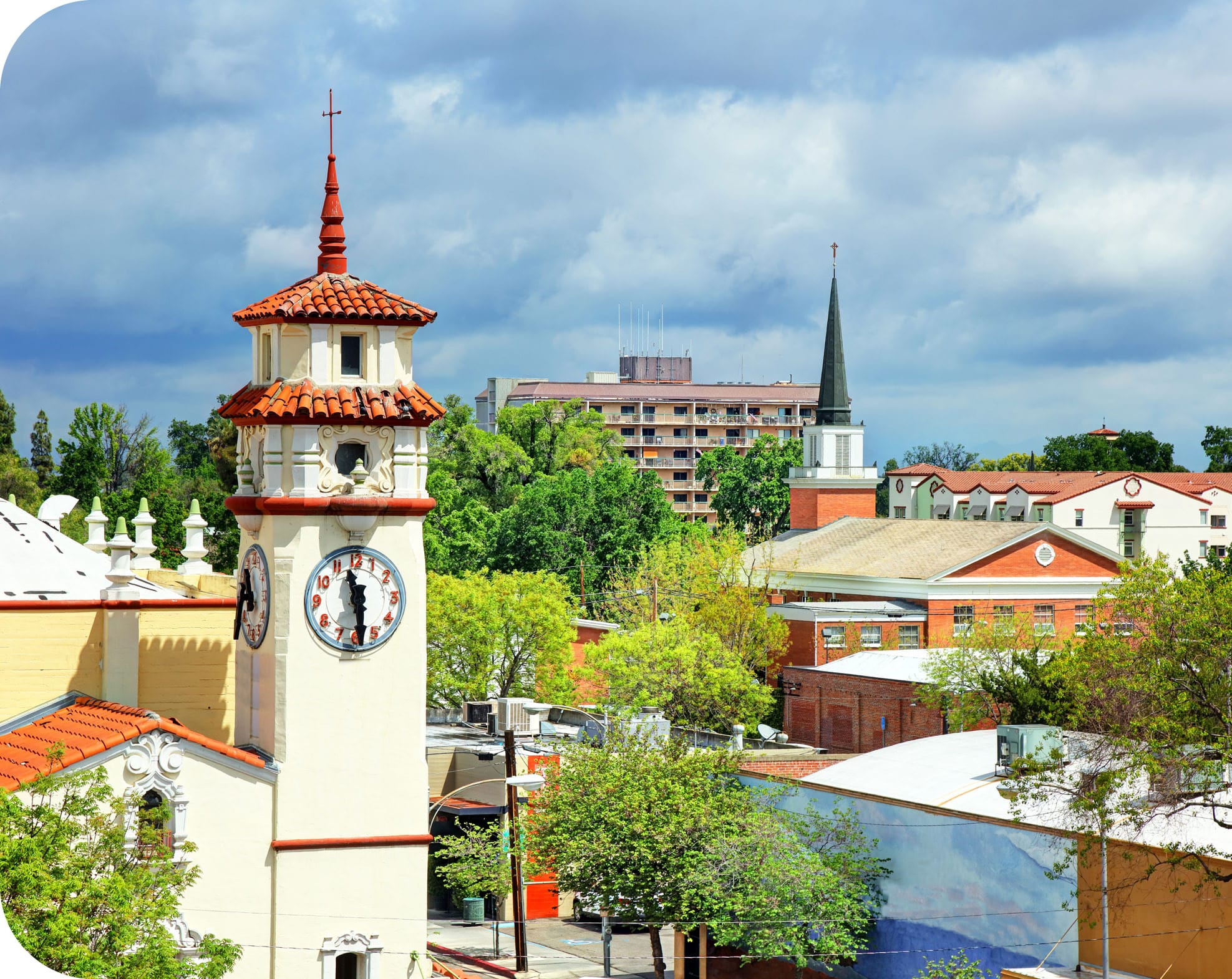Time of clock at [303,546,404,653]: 11:29
